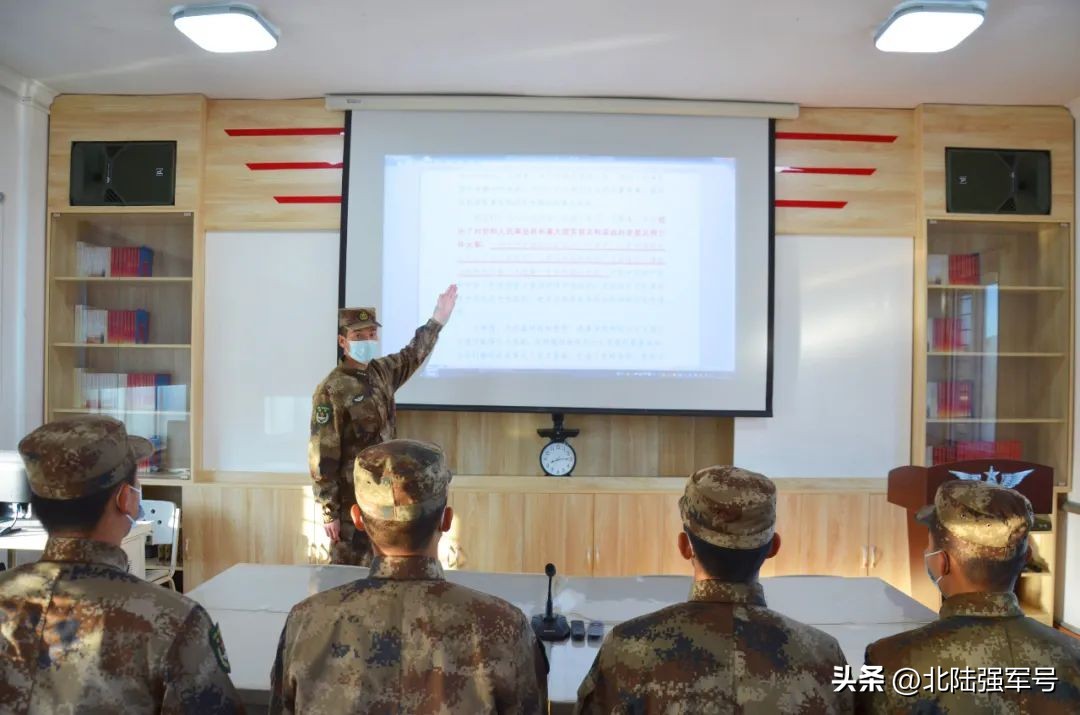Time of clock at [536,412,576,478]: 8:14
